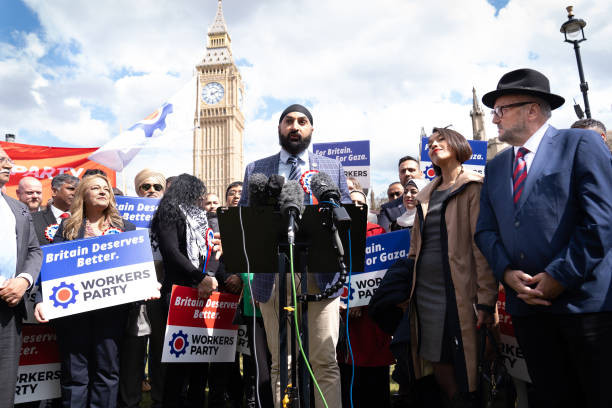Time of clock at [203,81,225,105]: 2:23
